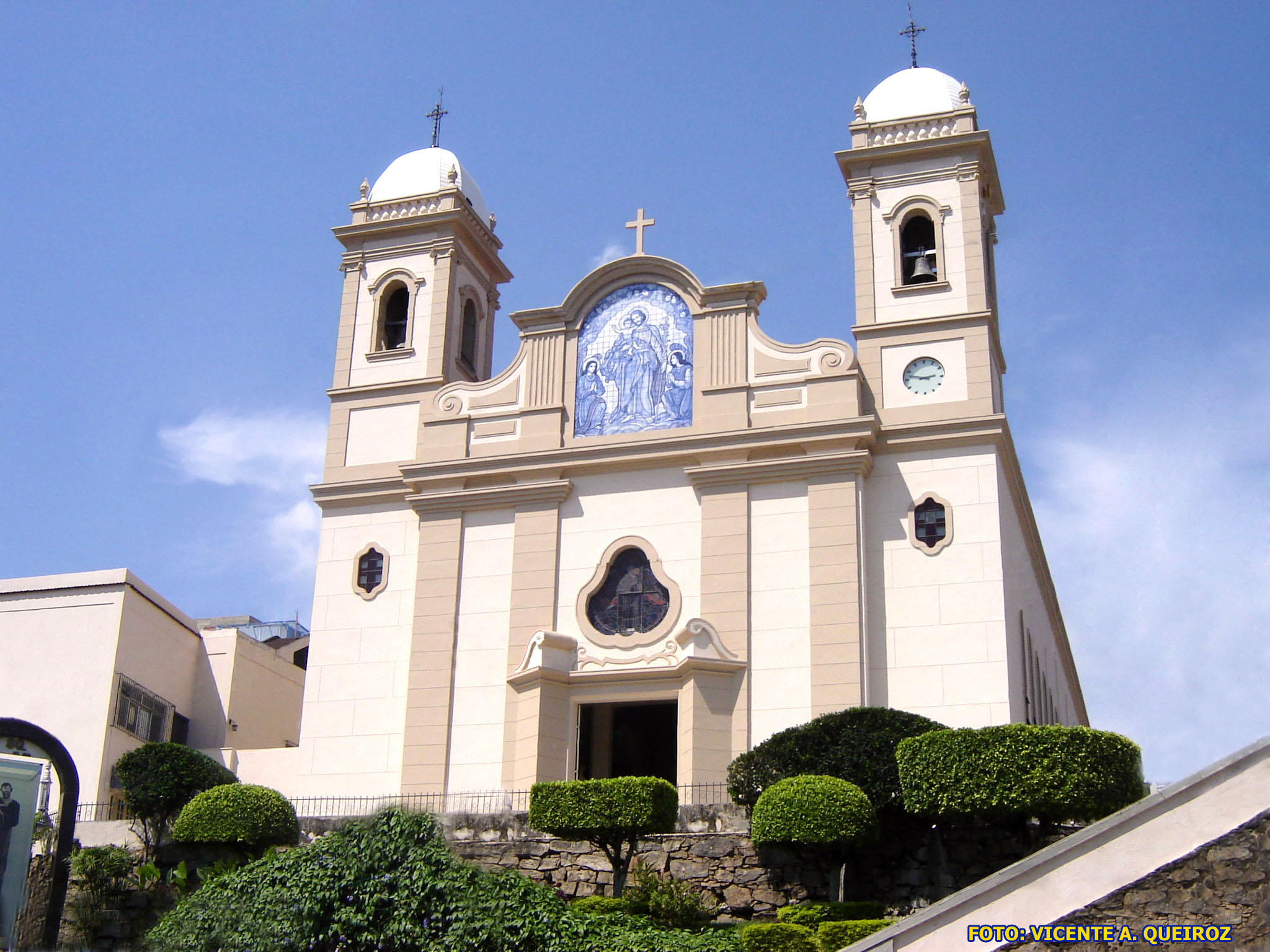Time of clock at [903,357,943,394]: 2:47
